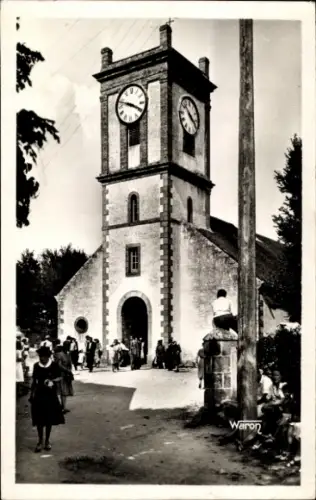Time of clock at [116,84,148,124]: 3:47
